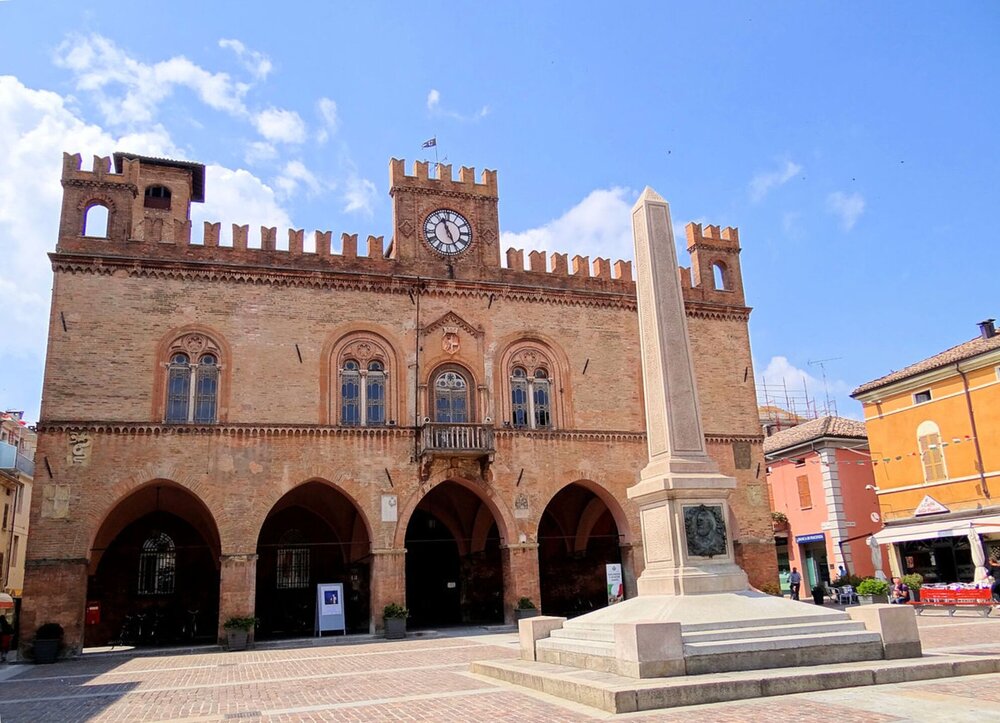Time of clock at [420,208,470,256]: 11:25
